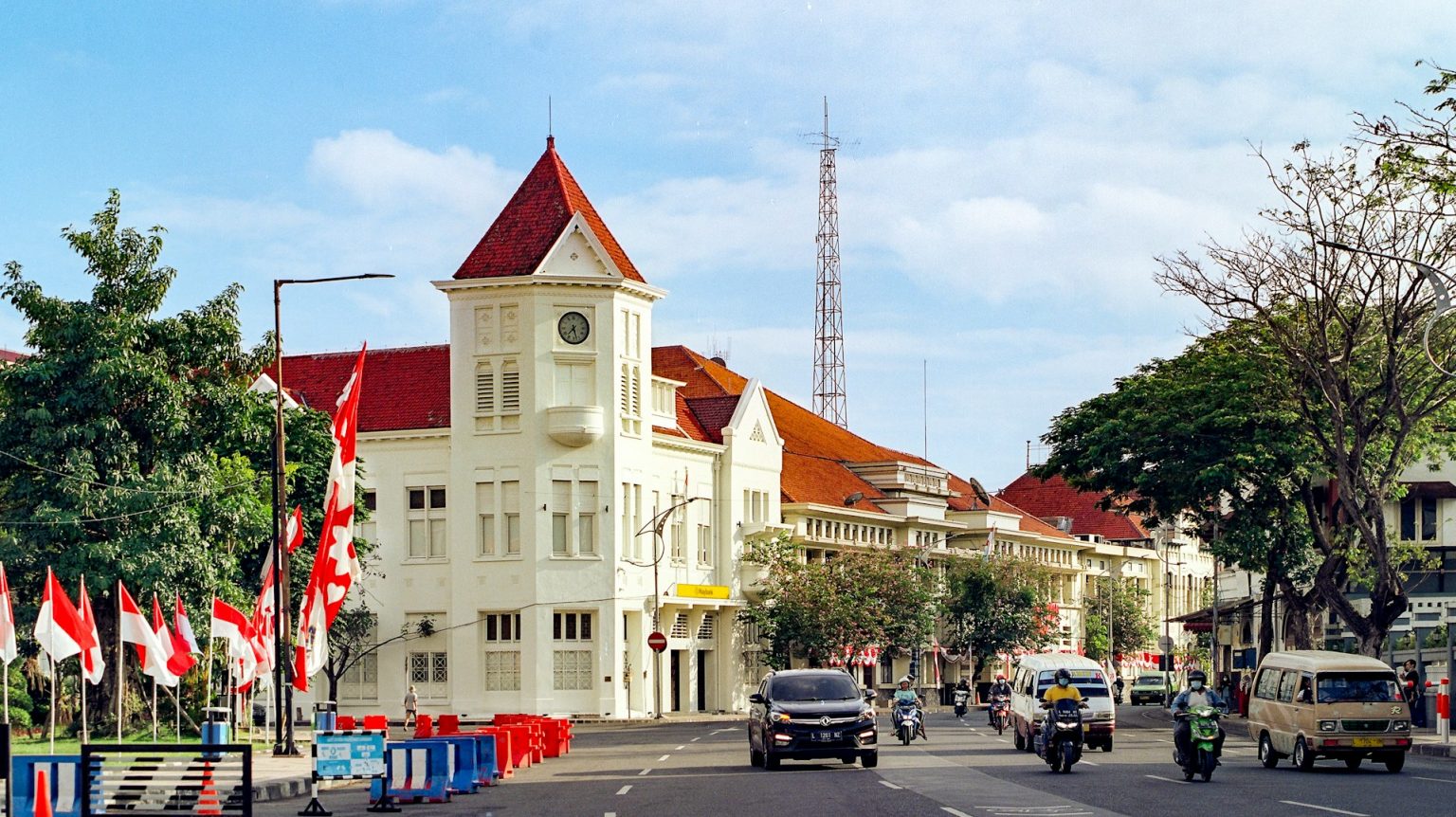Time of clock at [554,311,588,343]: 7:27
